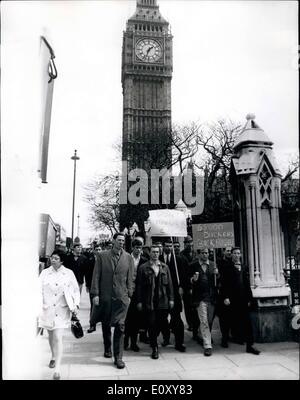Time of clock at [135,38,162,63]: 1:33
